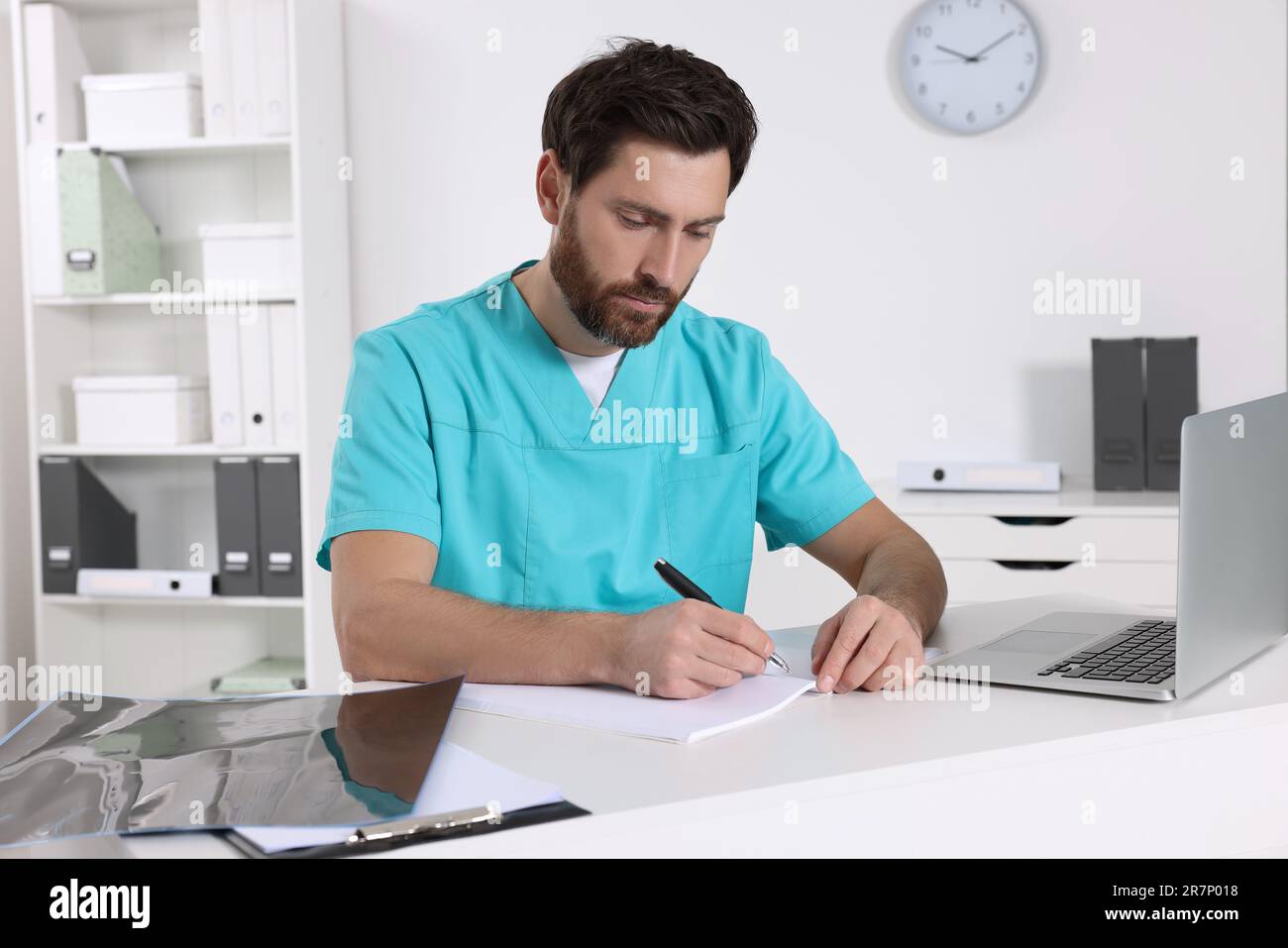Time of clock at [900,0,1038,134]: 9:44
